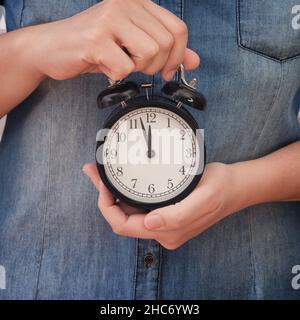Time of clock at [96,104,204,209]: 11:57
